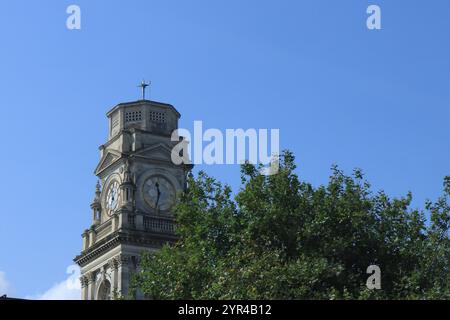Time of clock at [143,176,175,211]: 11:32
